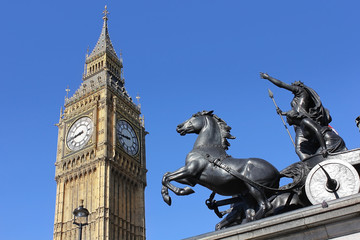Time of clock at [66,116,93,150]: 8:43
